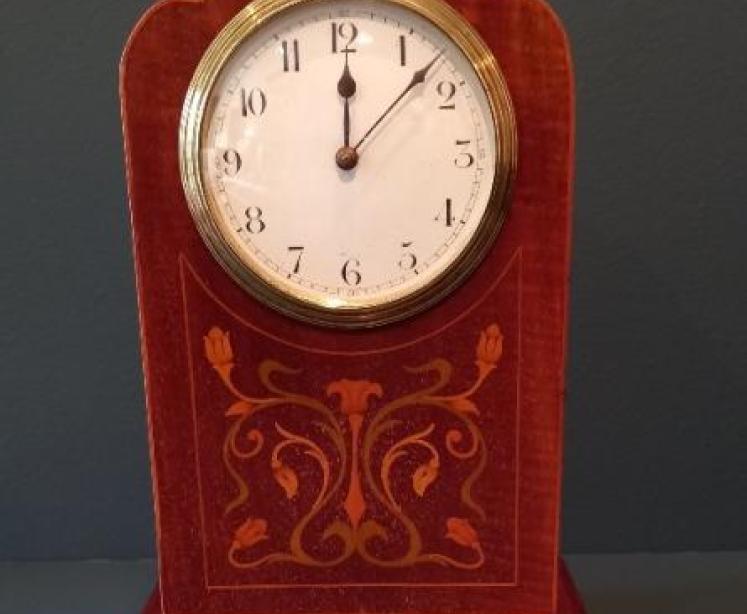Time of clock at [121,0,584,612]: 12:07
